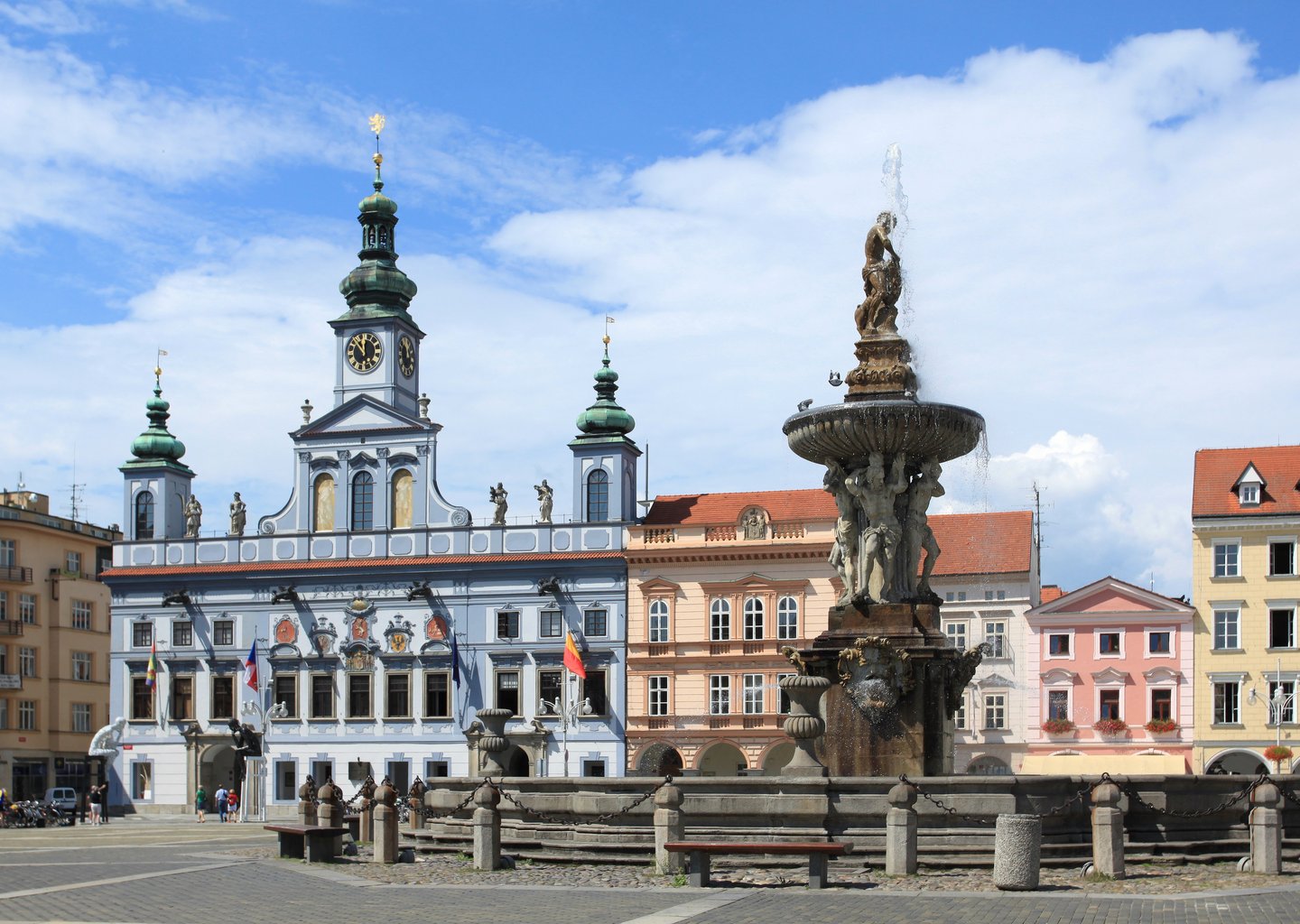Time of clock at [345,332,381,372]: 11:52
